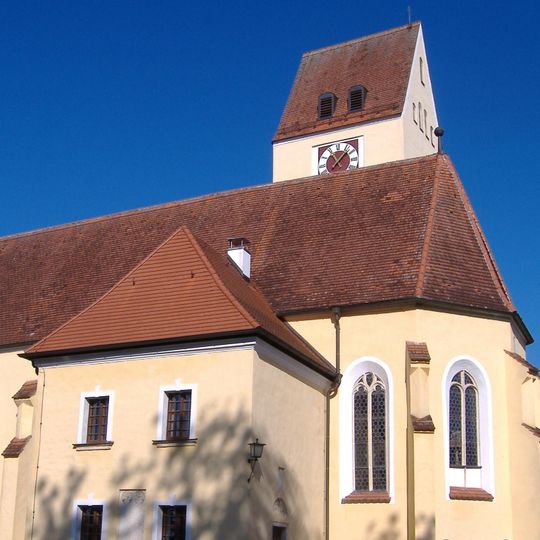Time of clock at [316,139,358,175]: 11:07
